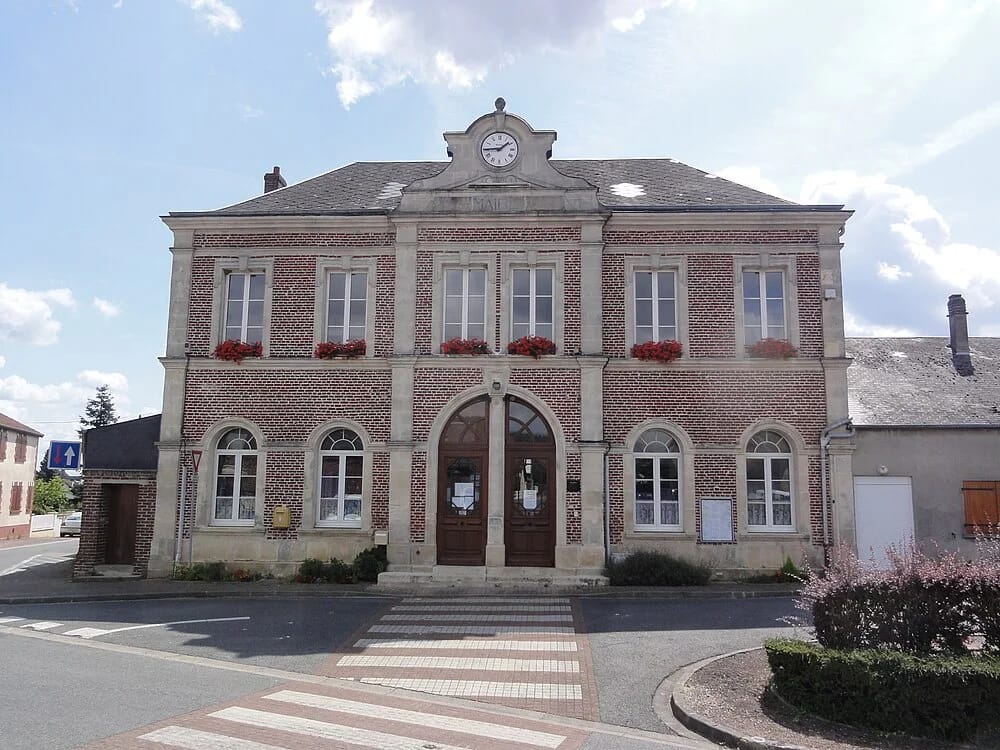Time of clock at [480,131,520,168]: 1:44
